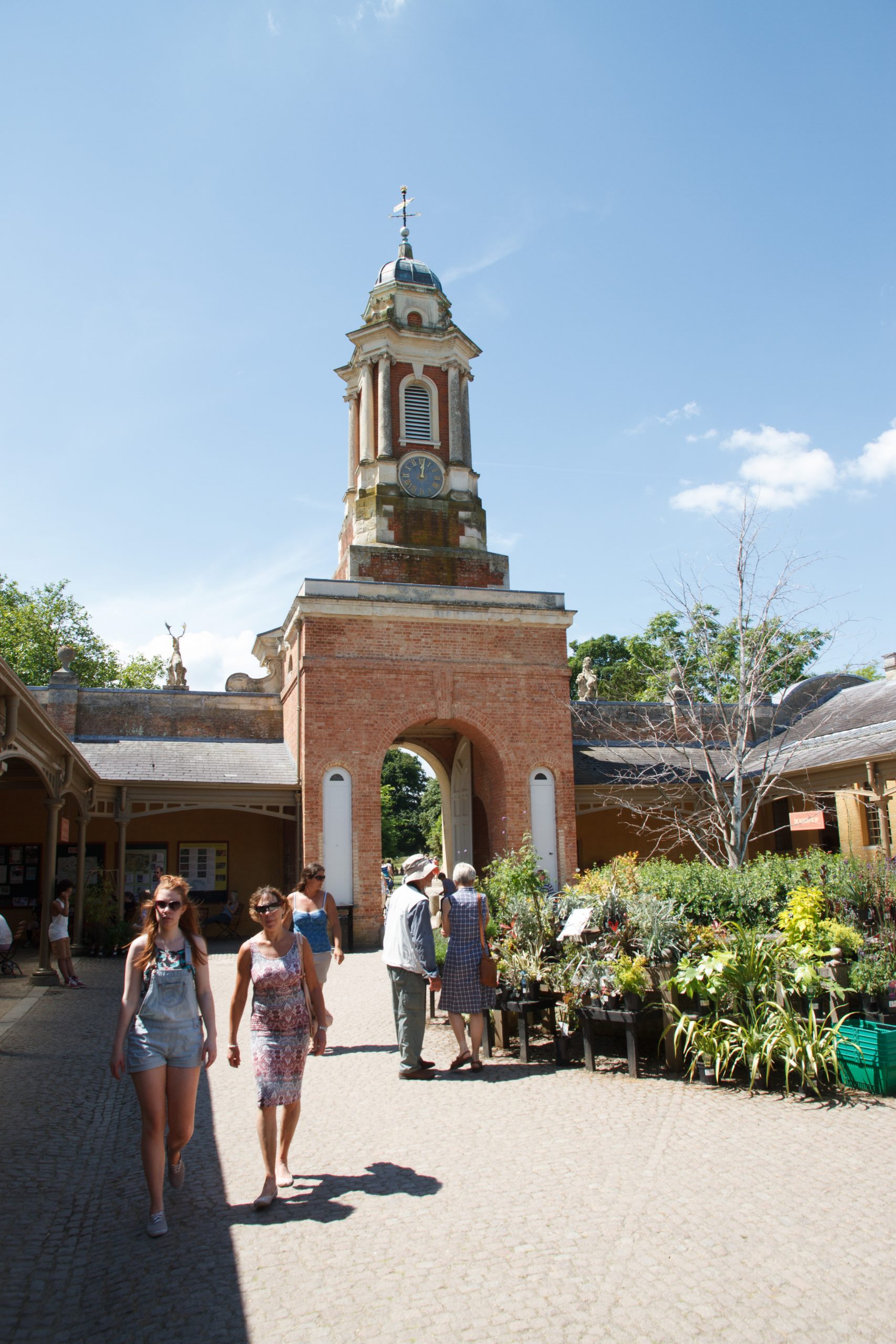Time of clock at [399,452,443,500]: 12:01
